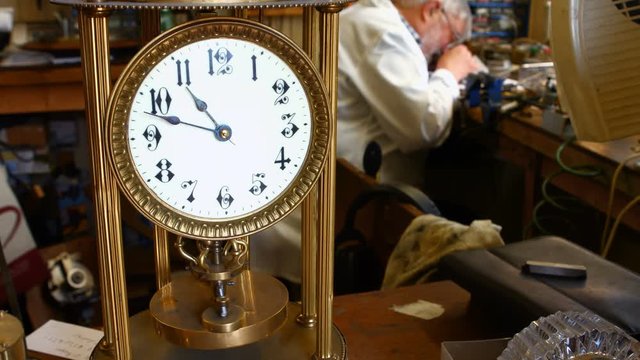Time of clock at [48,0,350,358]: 10:47
